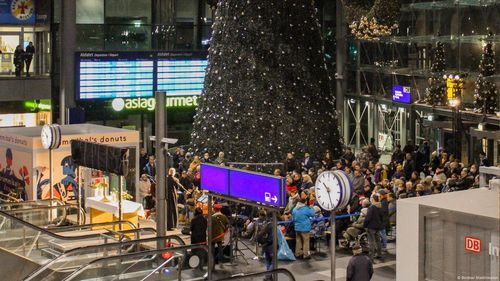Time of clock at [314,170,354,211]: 10:26
